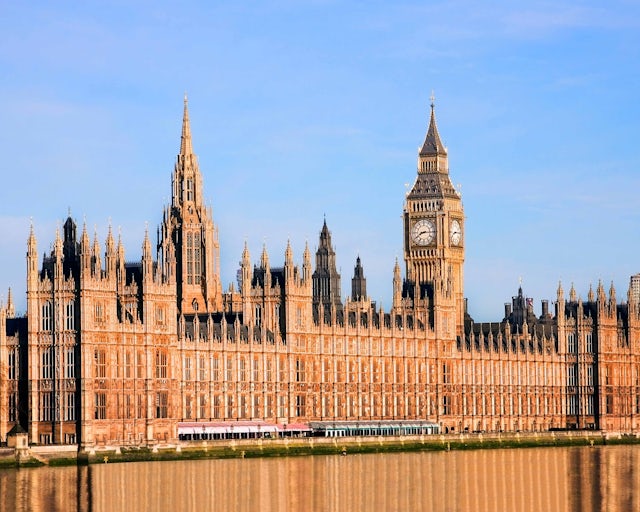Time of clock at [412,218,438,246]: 8:14
